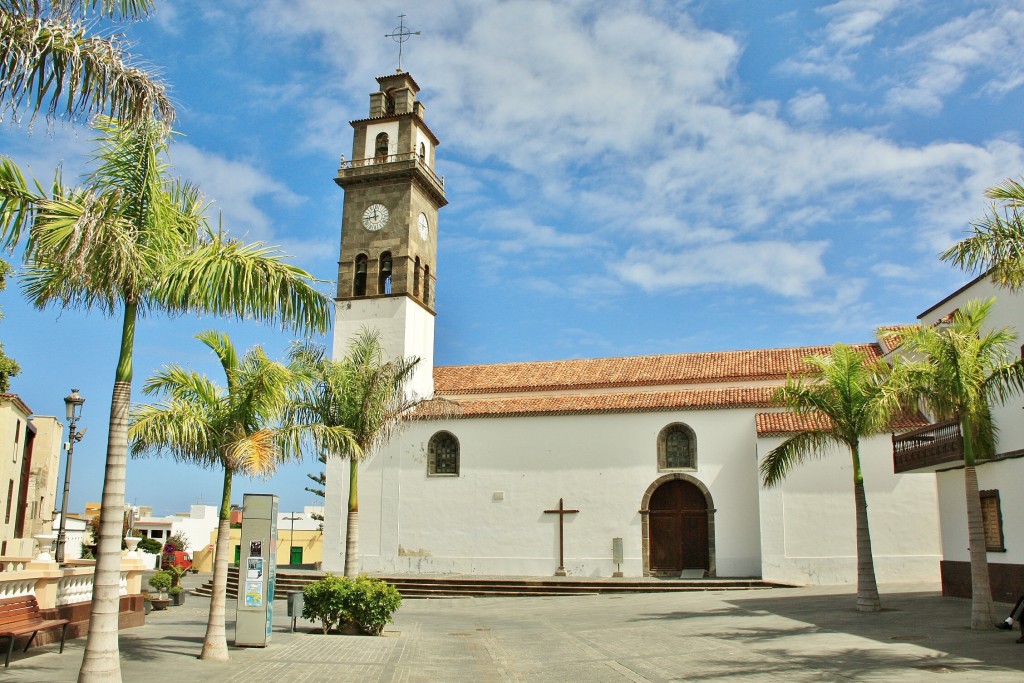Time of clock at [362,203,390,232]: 11:43
